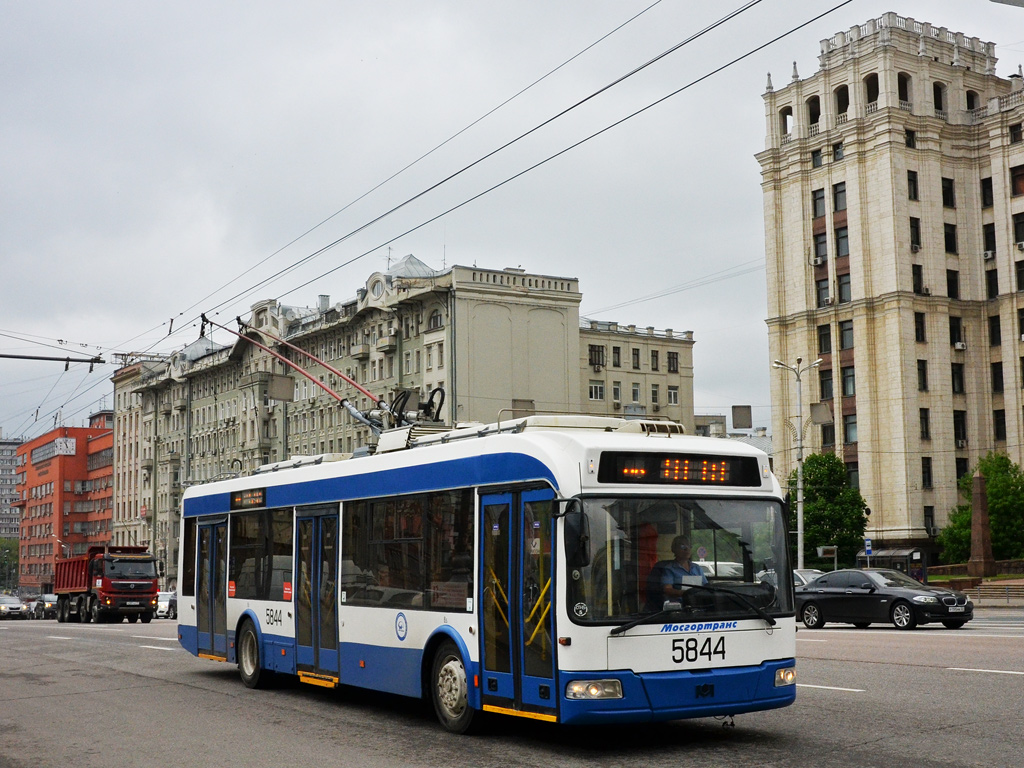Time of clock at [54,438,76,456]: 10:58
